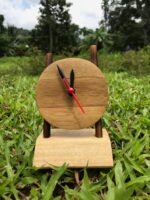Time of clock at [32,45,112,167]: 11:55
